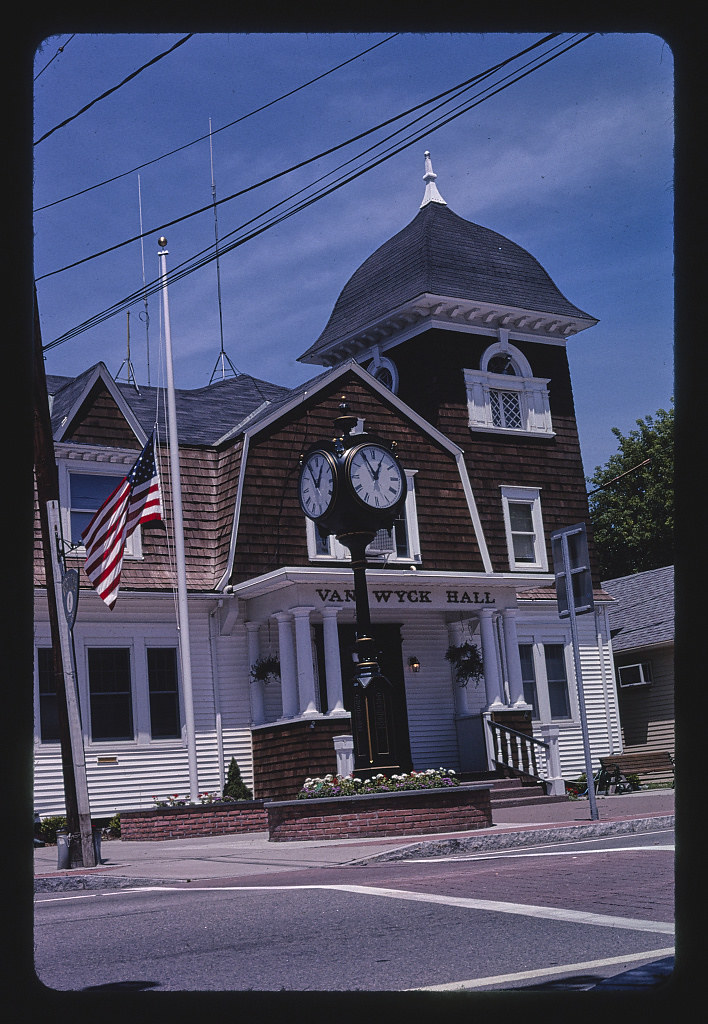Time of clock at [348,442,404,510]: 12:55
